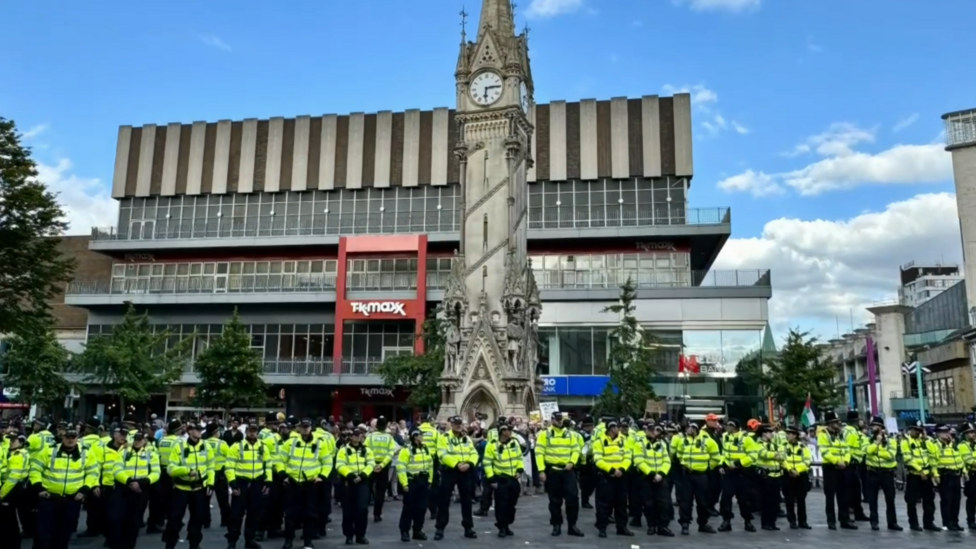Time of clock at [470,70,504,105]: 6:14
